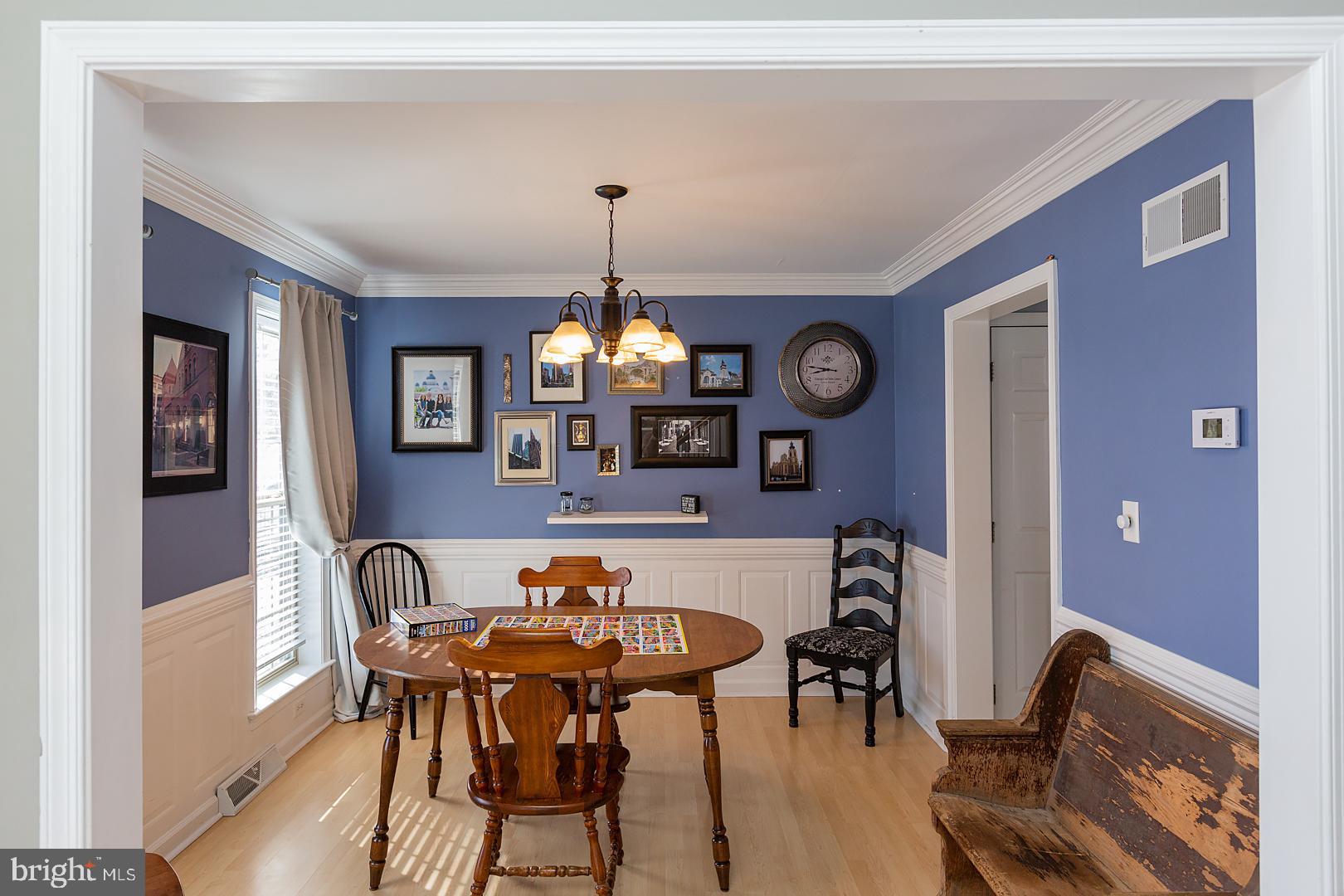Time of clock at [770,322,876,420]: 8:46
